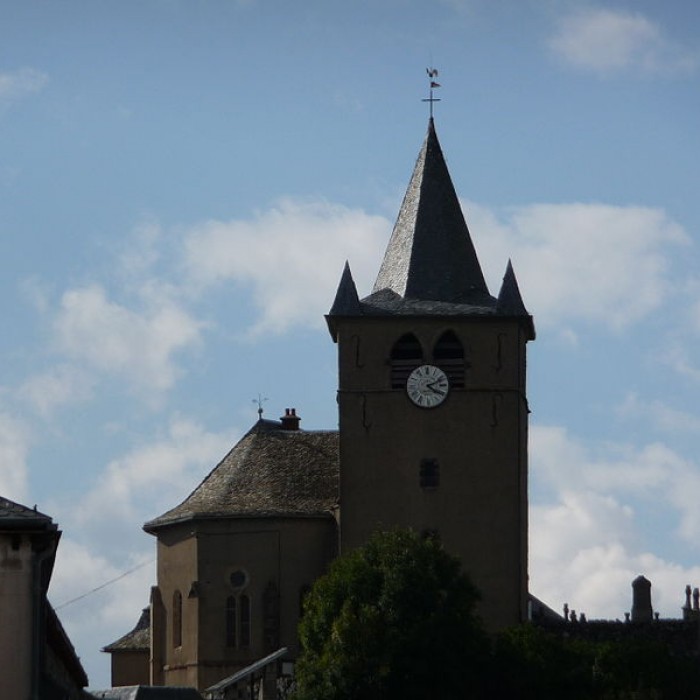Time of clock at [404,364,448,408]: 4:11
